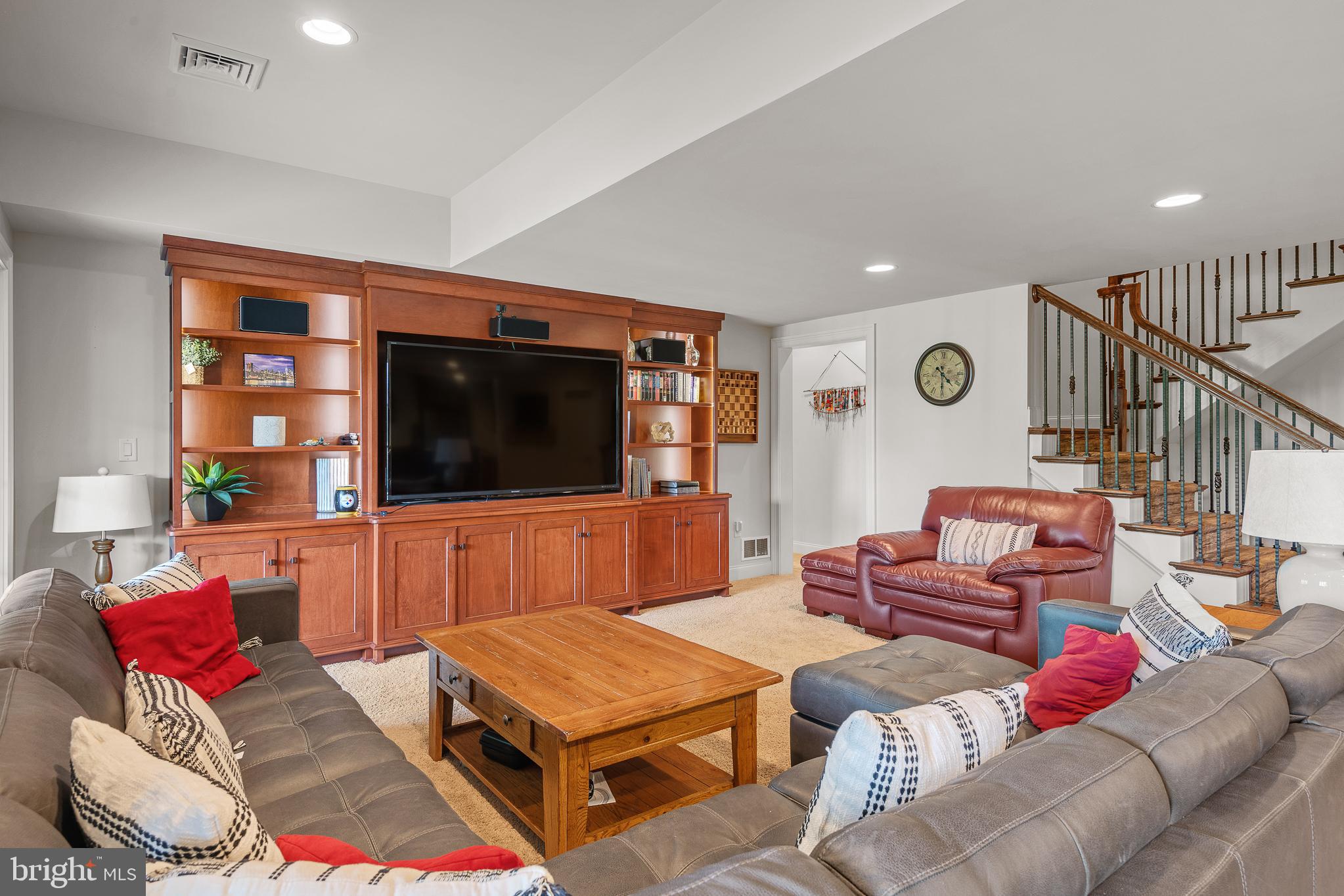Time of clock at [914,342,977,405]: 4:30
